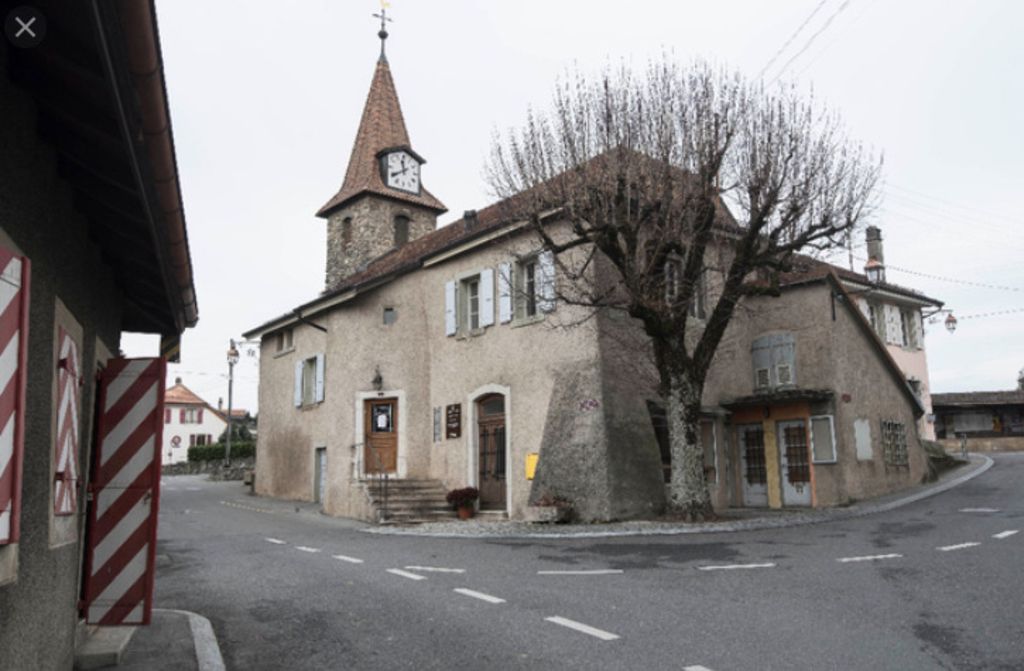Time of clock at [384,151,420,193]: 11:39
